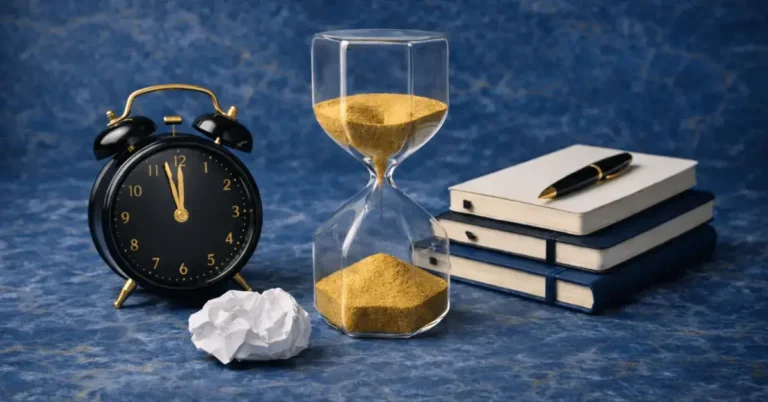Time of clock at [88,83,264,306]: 11:57
